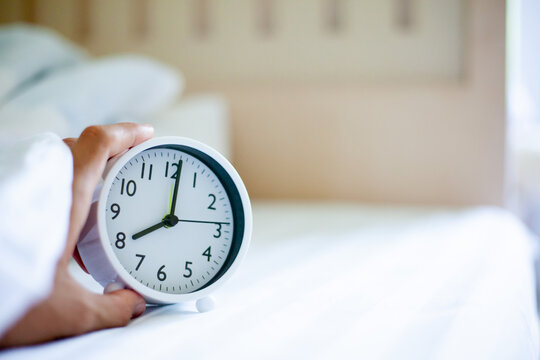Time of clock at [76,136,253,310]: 8:01
